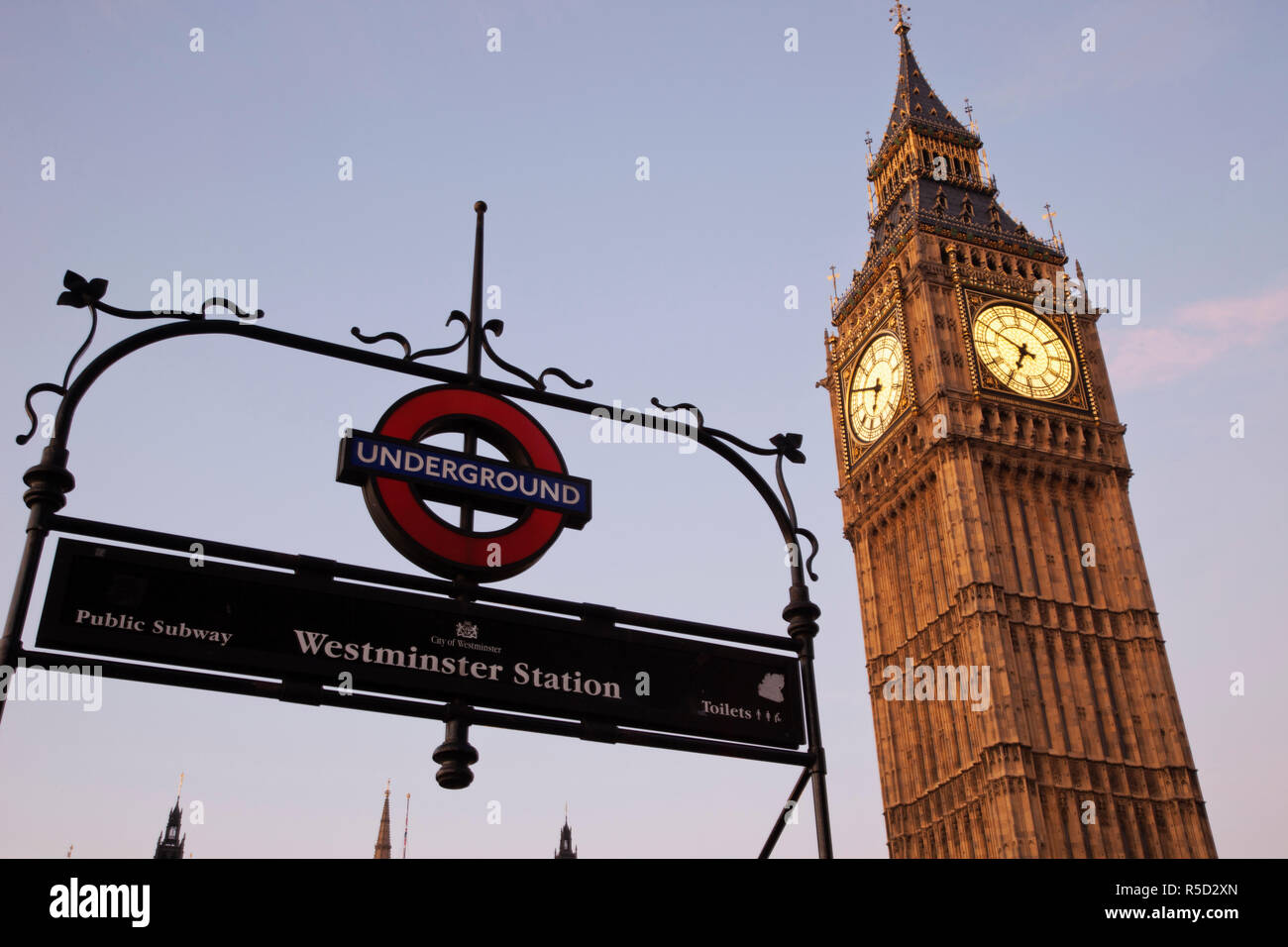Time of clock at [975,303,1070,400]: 6:49
